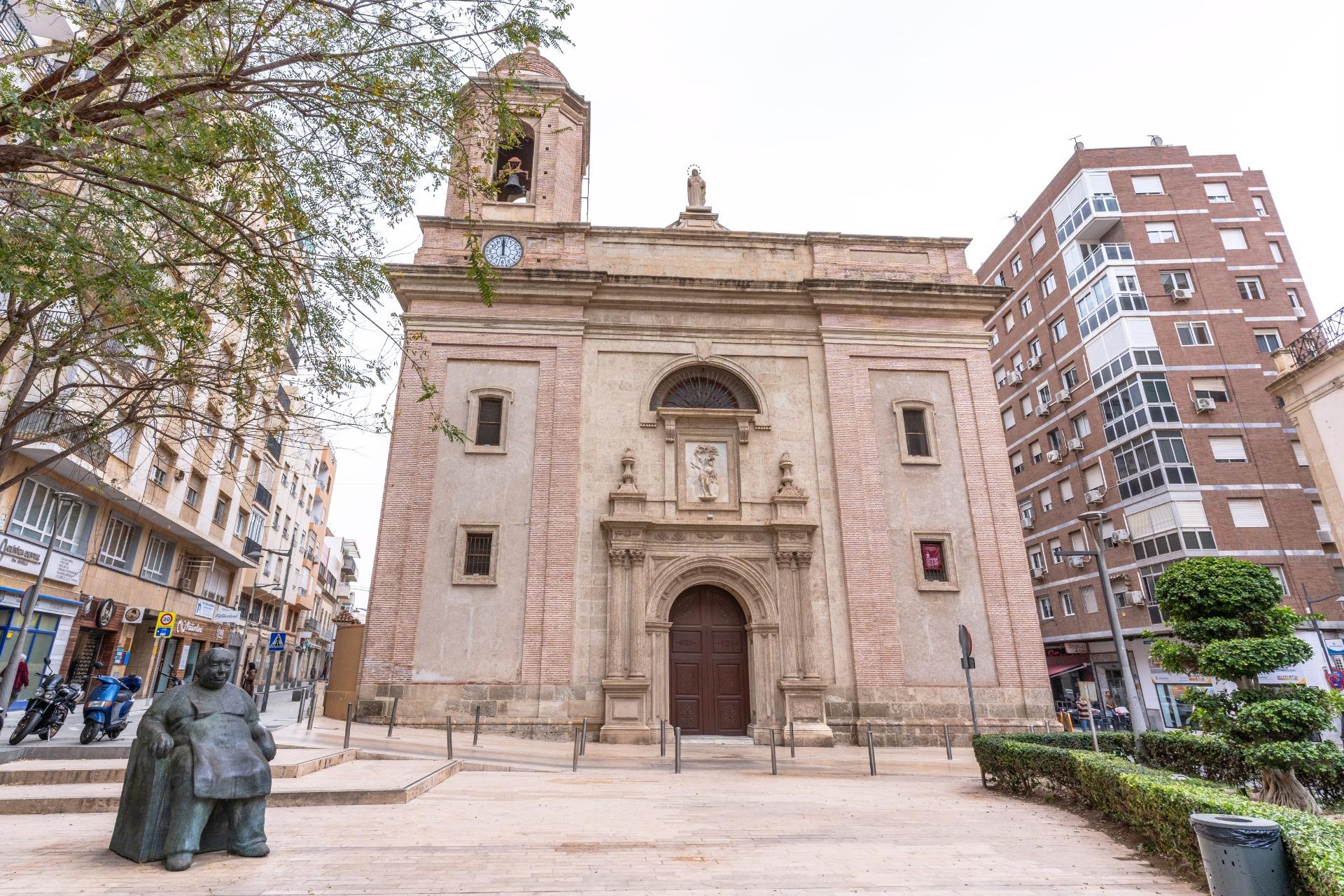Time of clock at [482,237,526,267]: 12:00
